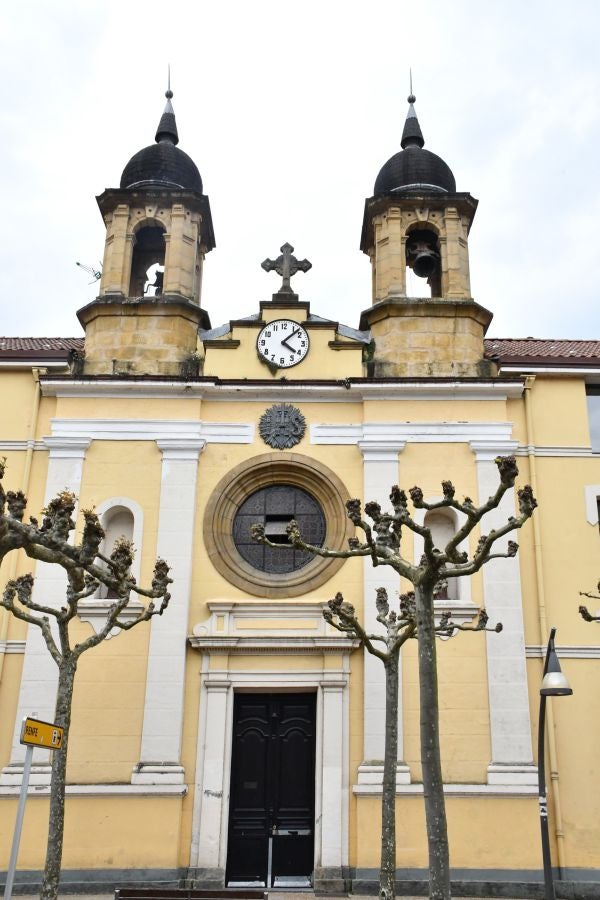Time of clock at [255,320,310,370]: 4:07
